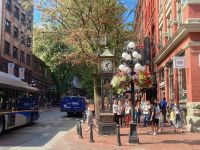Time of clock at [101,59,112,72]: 1:26
